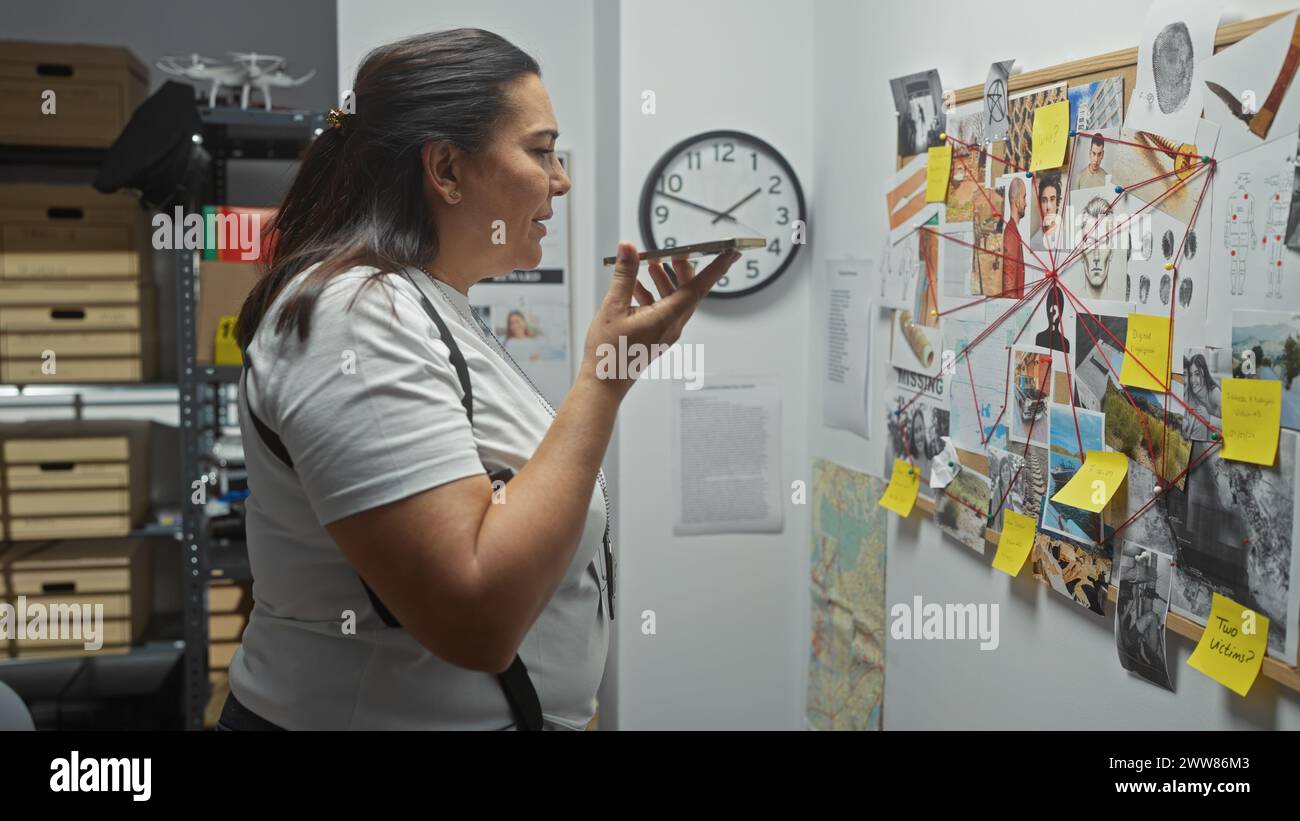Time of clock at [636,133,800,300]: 1:48
